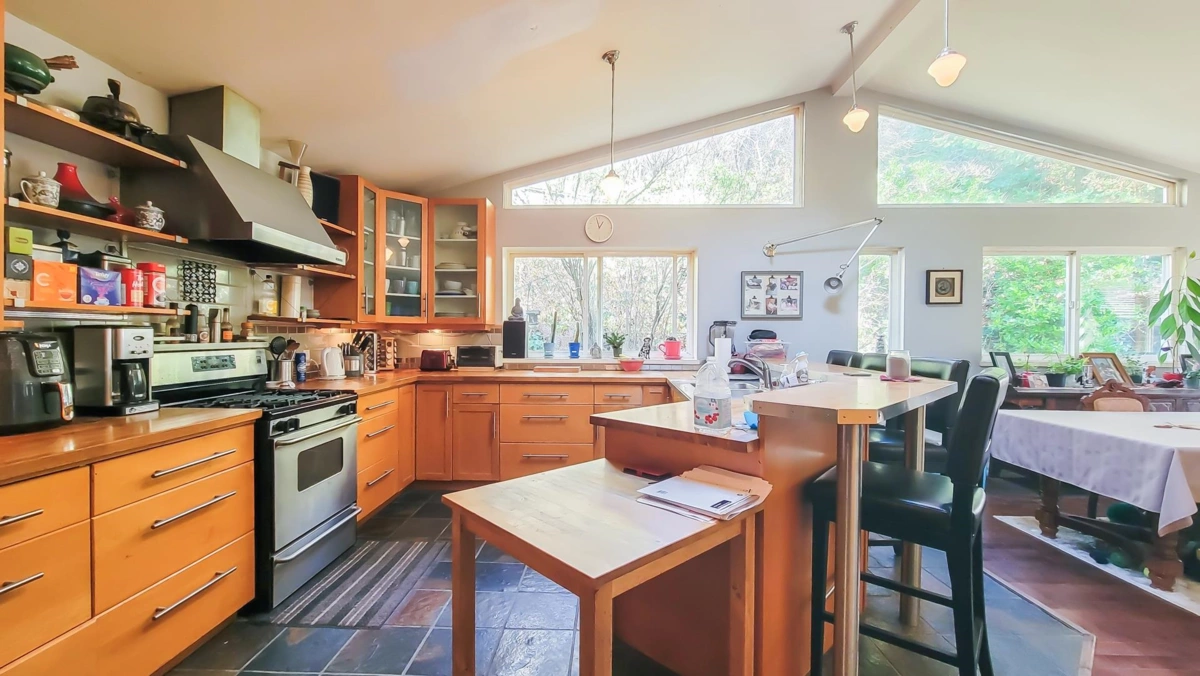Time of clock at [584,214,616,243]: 12:57
